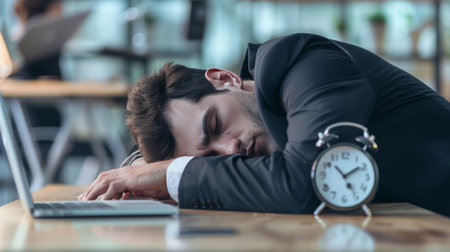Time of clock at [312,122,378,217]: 1:52
